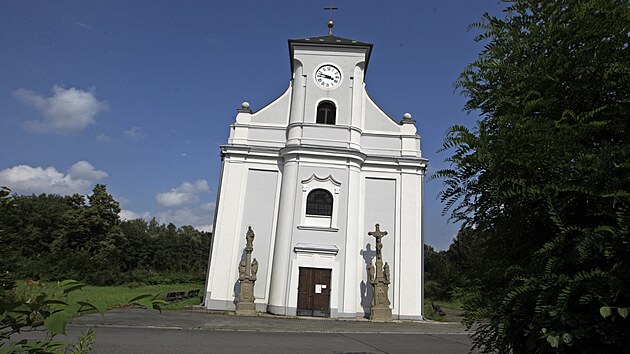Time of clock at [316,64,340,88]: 3:47
